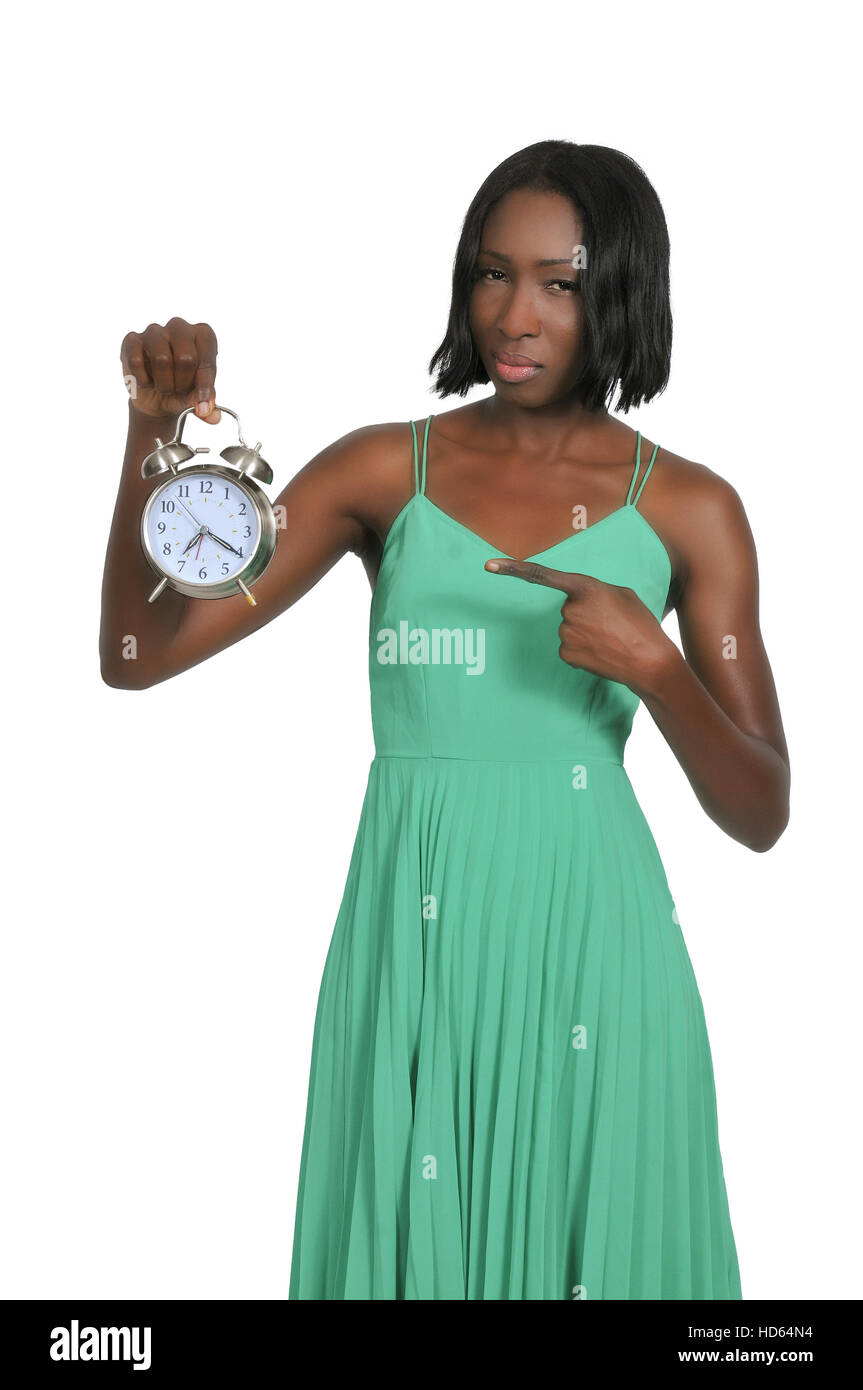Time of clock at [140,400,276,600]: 7:20
